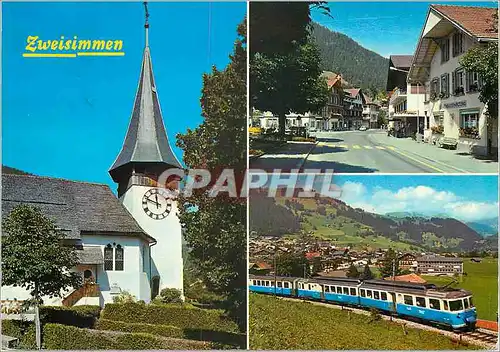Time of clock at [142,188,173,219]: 11:48
